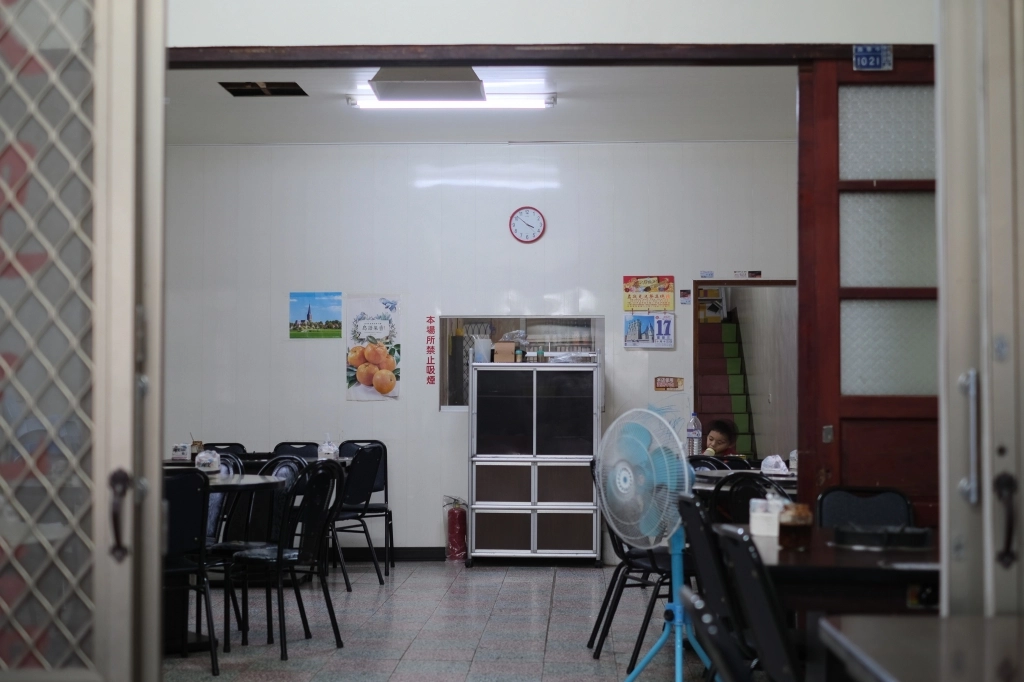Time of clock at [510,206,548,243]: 3:51
